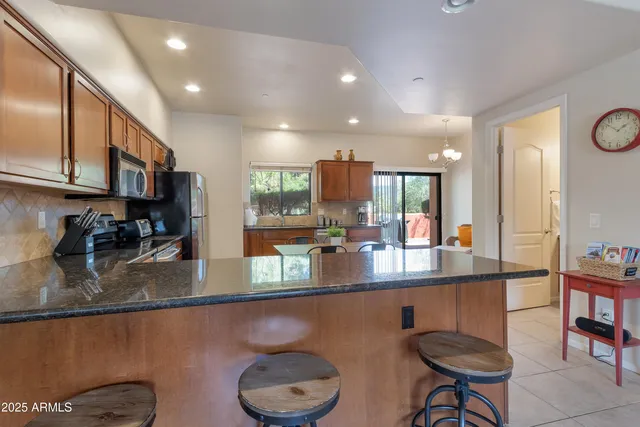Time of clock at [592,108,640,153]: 1:51
